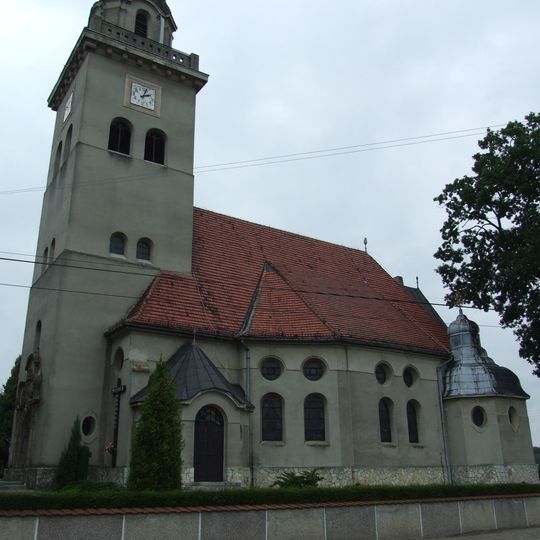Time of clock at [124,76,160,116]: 2:02
